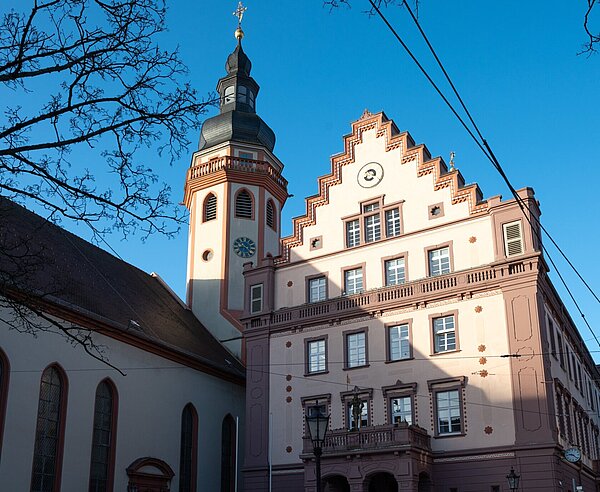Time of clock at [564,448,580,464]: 9:22
